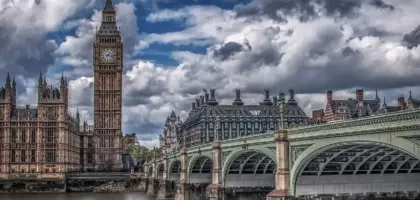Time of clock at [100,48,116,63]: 1:16
